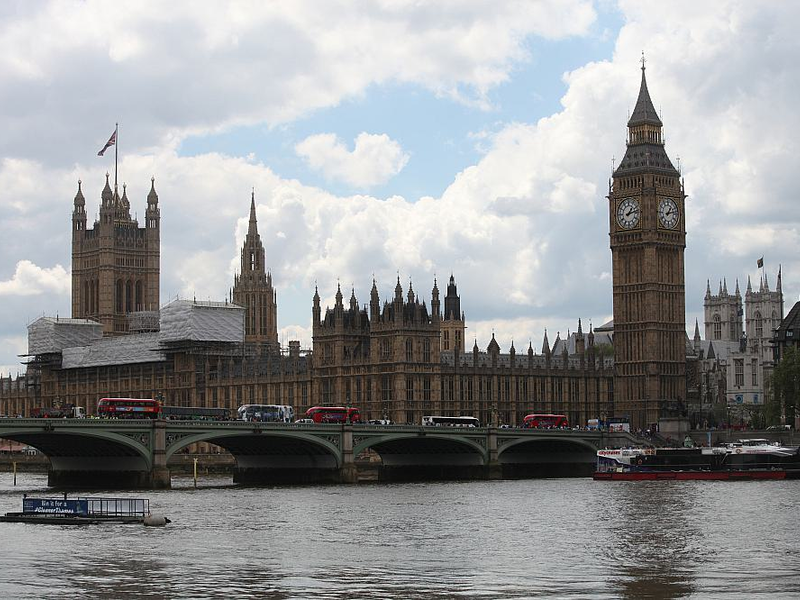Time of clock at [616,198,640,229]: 1:12
